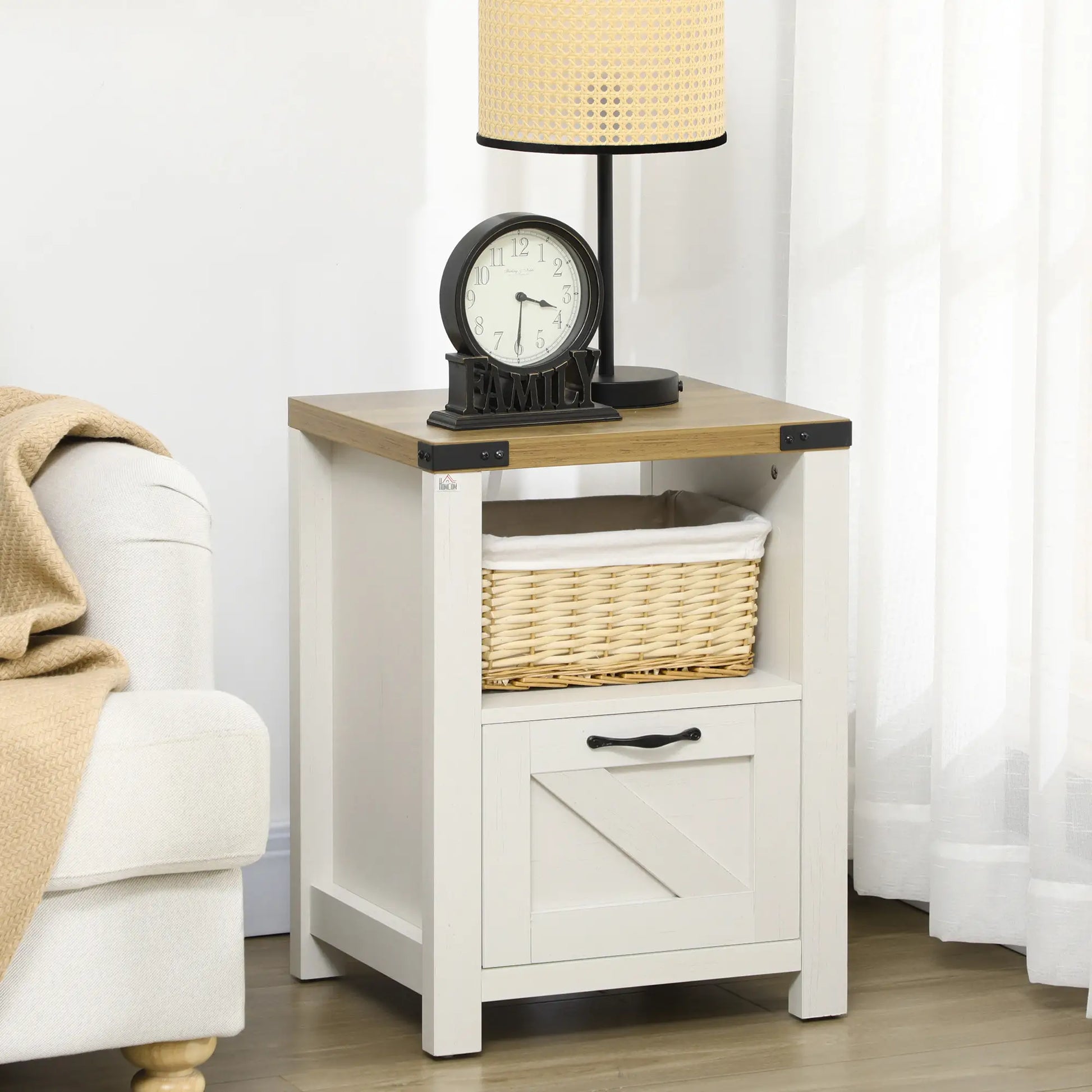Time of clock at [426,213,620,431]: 3:30
